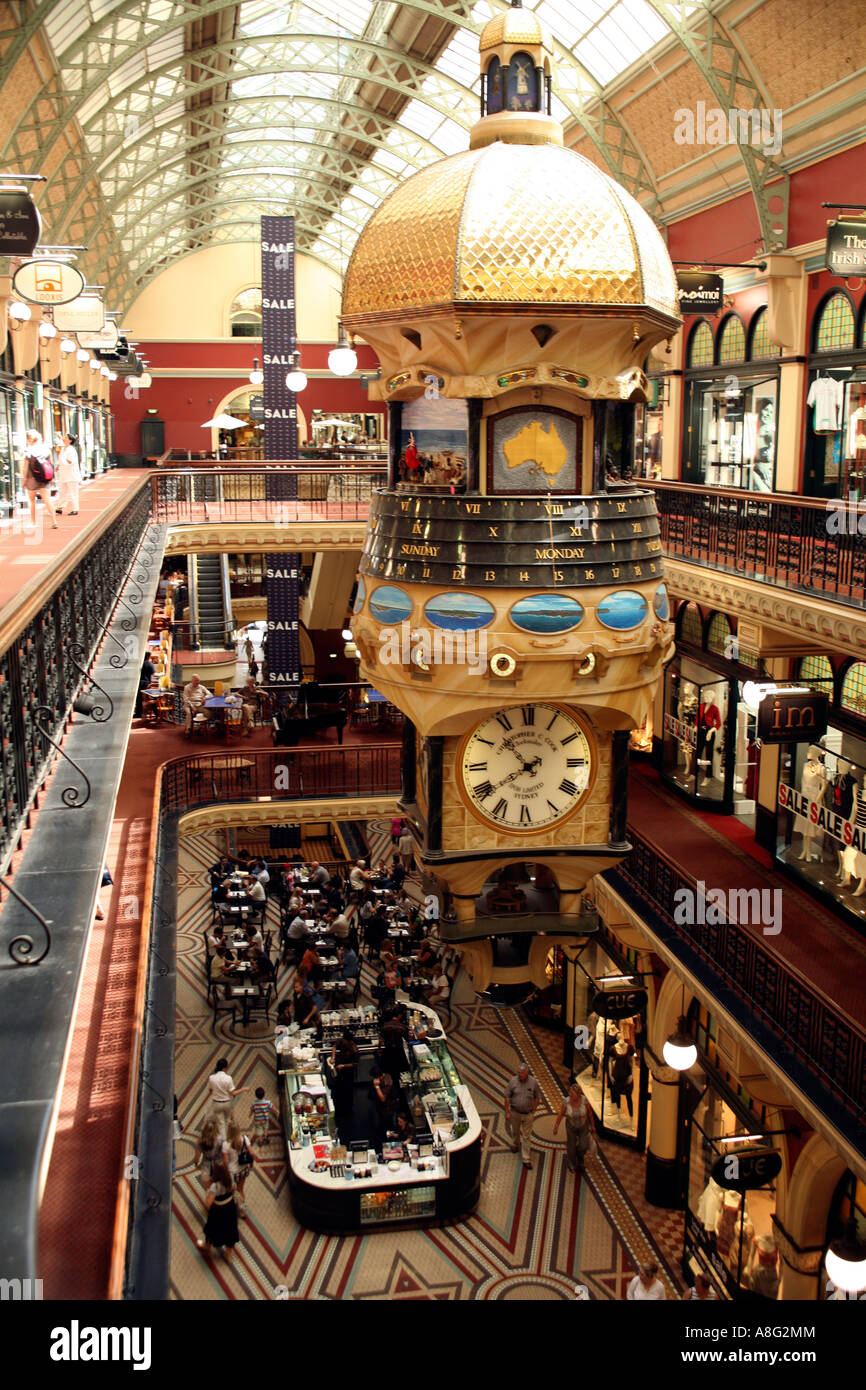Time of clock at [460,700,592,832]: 10:39
